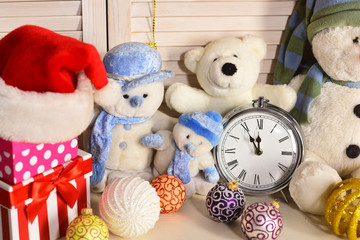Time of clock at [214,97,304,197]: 11:55
